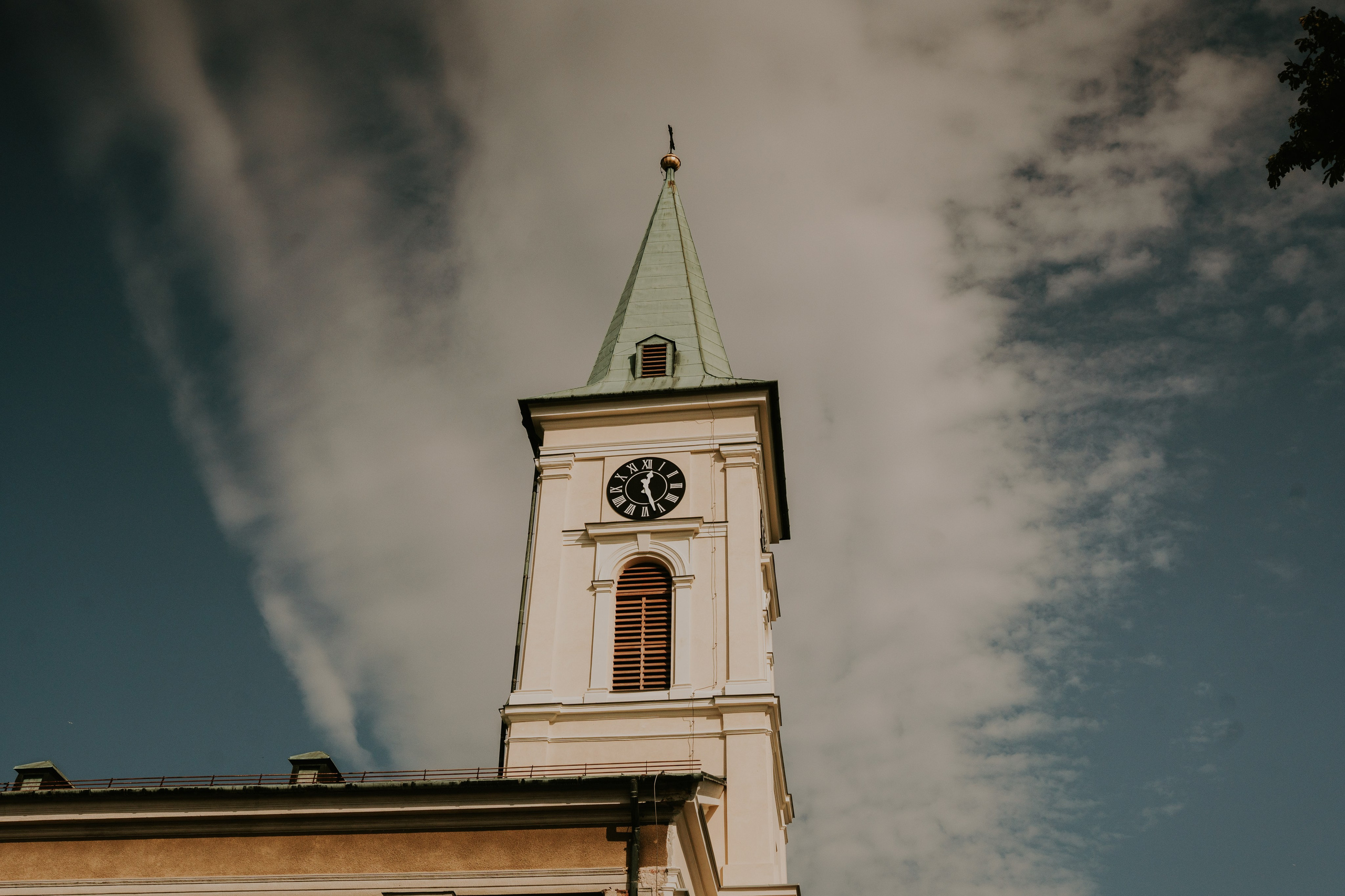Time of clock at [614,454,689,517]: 12:26
